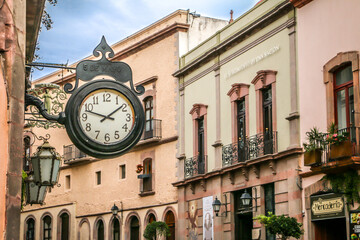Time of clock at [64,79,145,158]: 1:47
